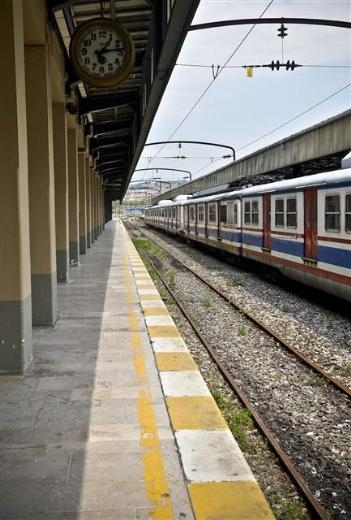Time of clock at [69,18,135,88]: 1:13
